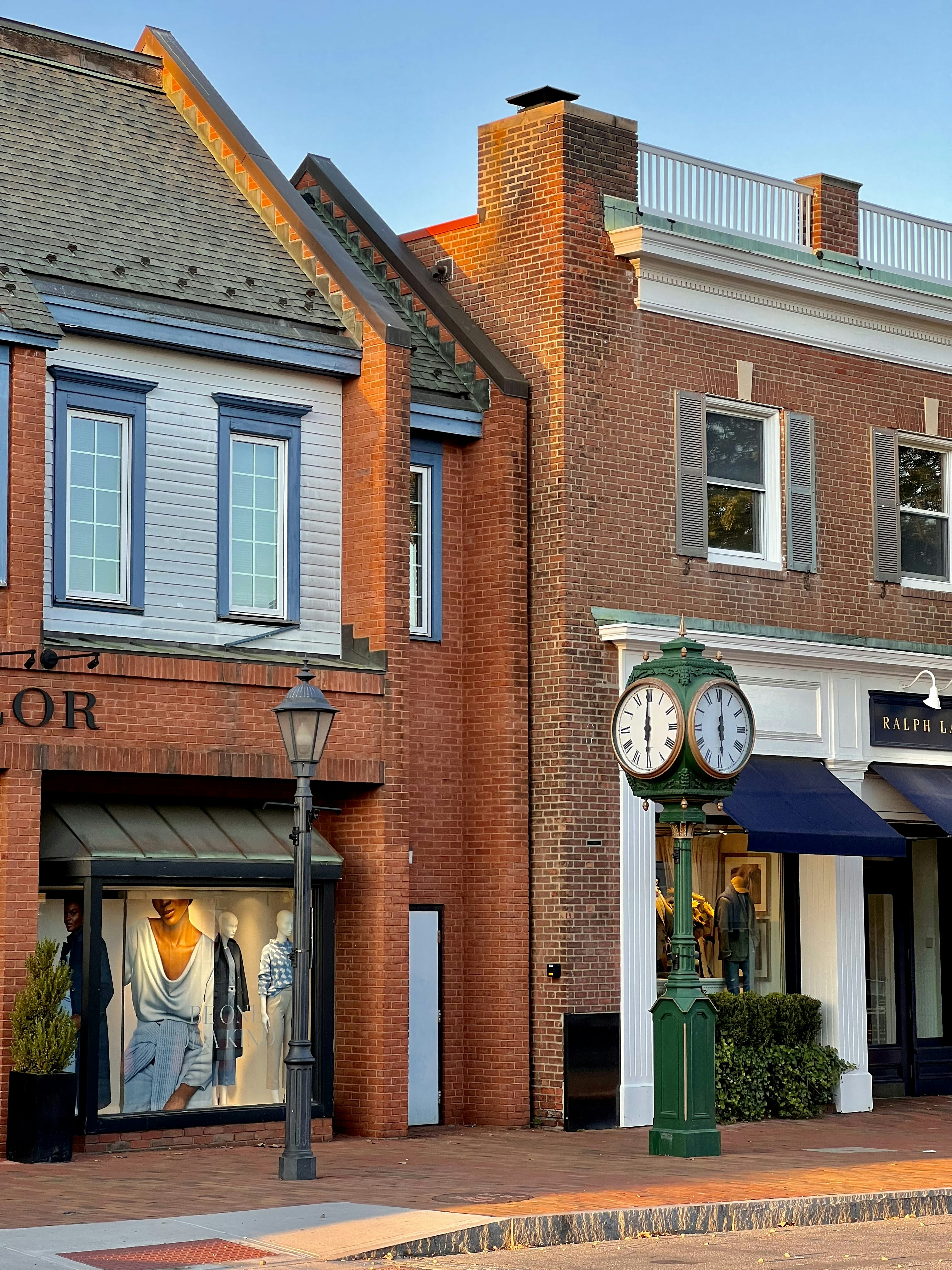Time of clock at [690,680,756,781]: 6:00
